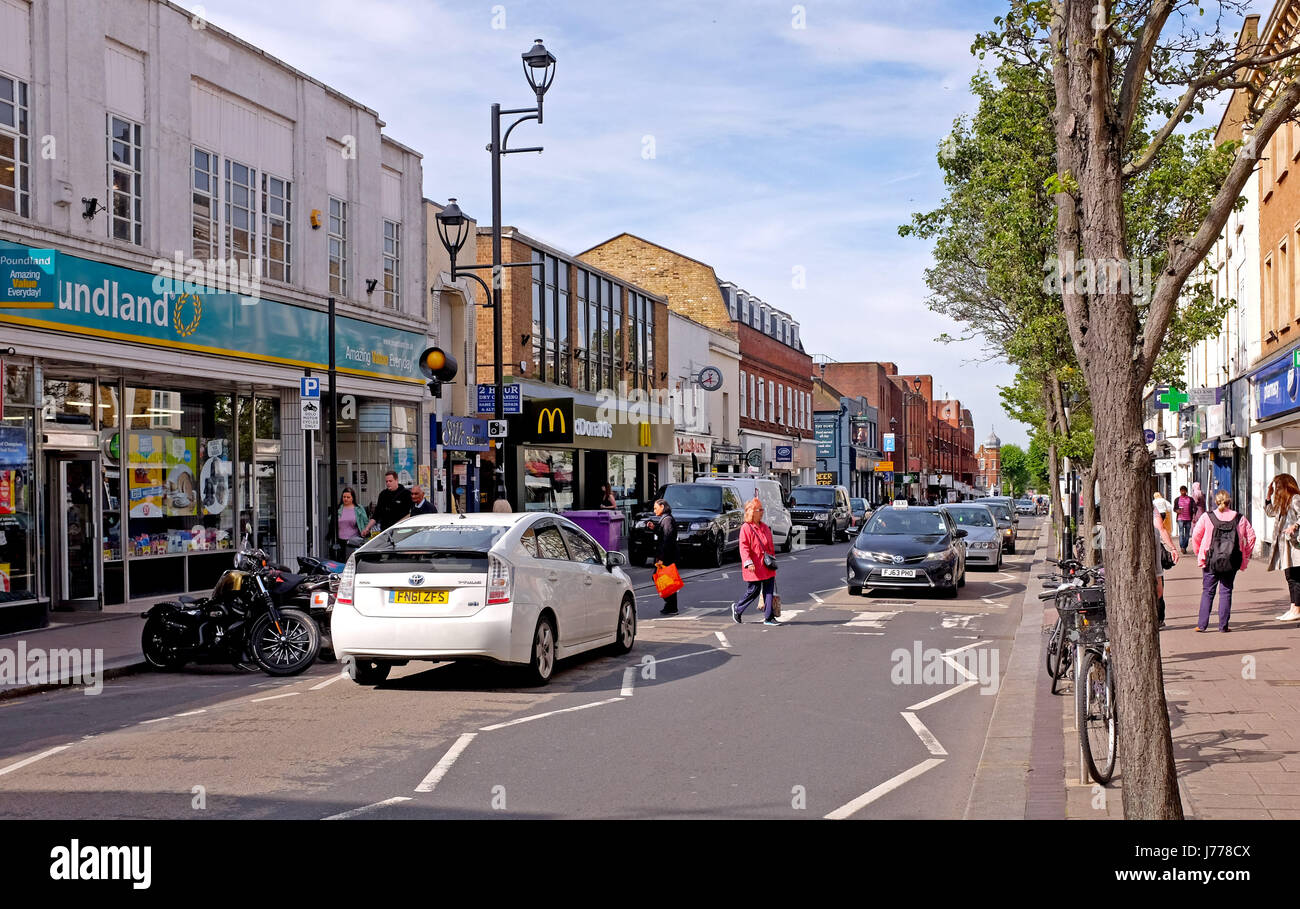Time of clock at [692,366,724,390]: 12:40
